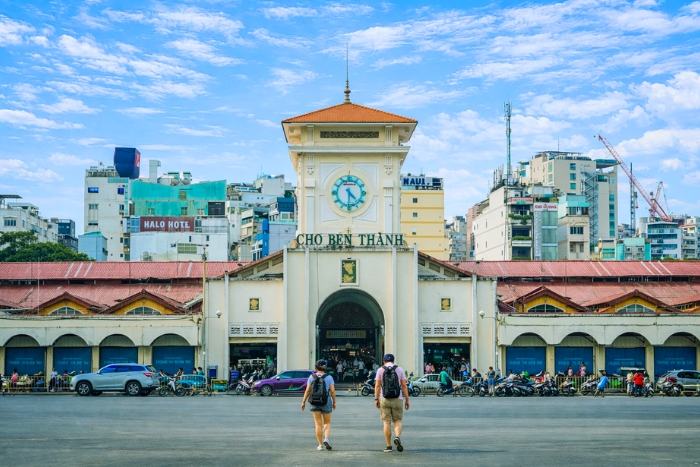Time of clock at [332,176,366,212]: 4:30
